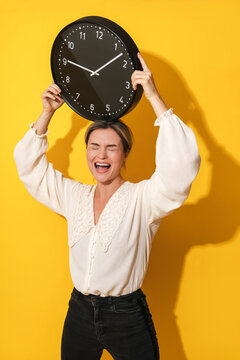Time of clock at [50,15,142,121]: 9:07
